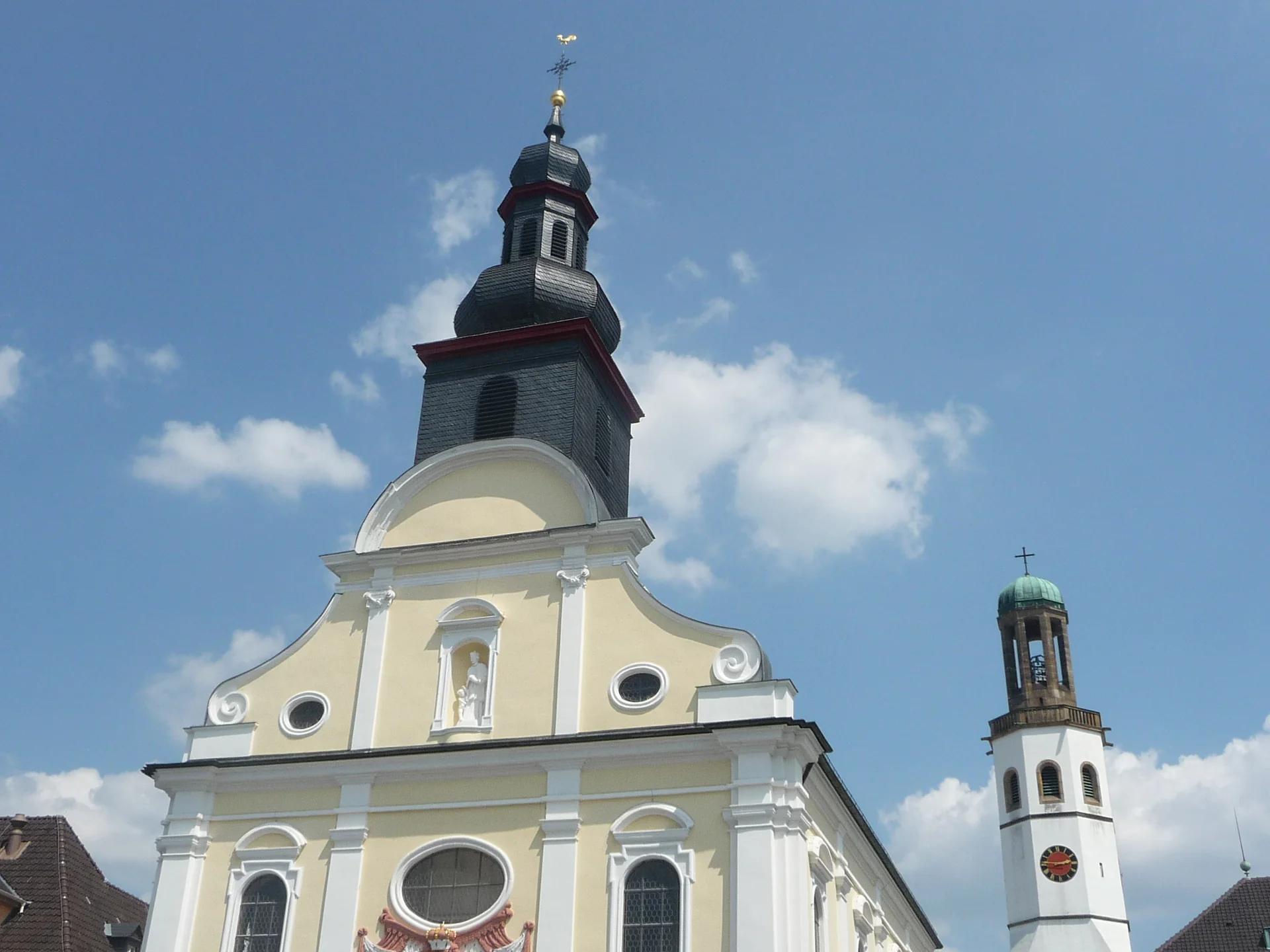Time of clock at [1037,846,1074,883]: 2:45
